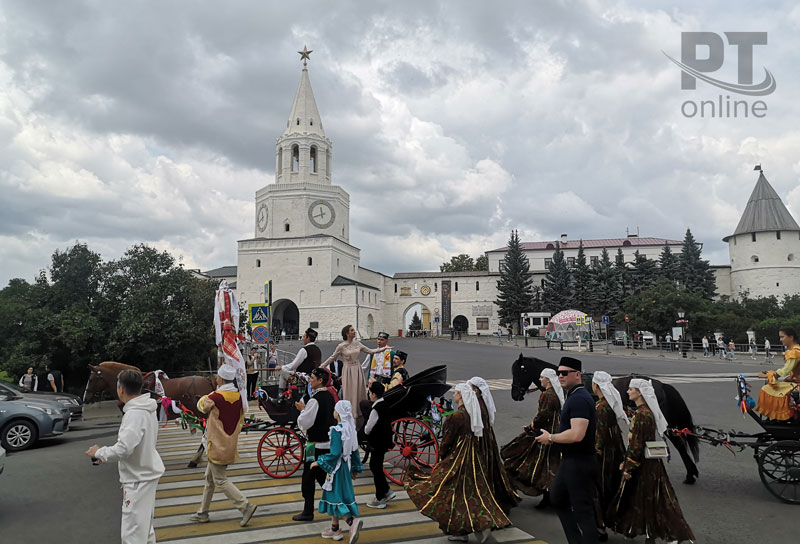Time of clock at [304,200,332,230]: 11:41
